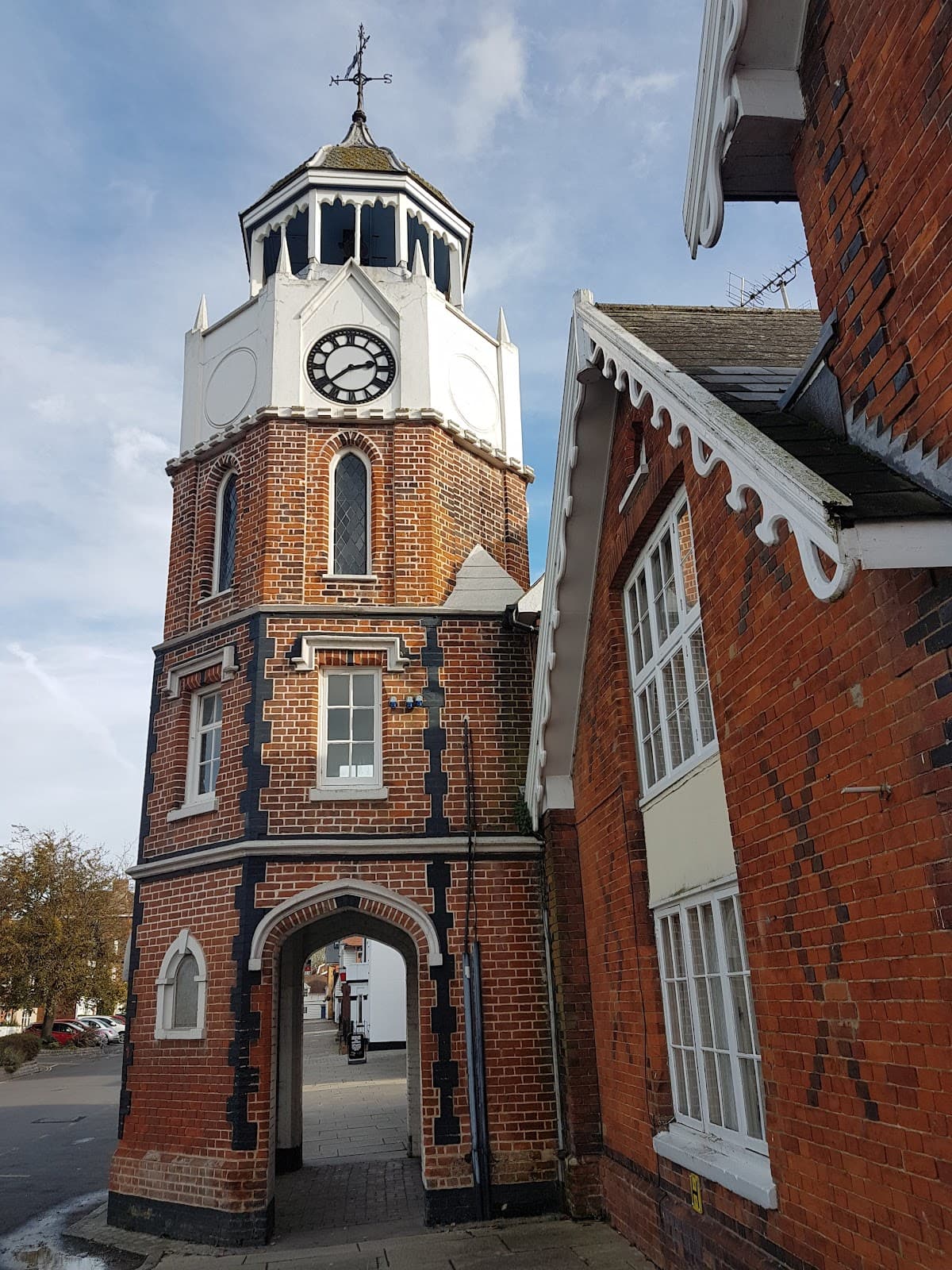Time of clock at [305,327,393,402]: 2:38
